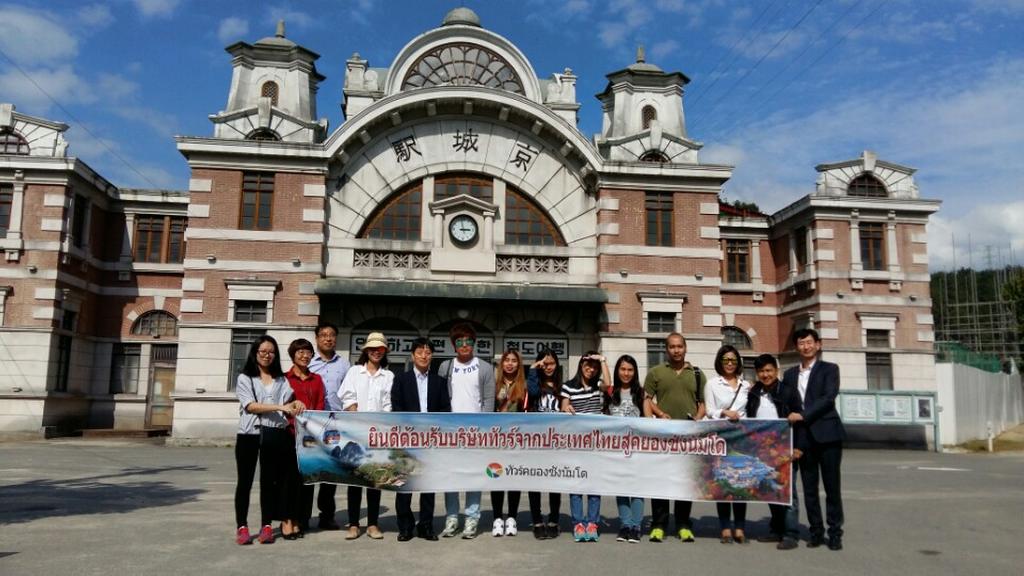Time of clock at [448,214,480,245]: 2:58
